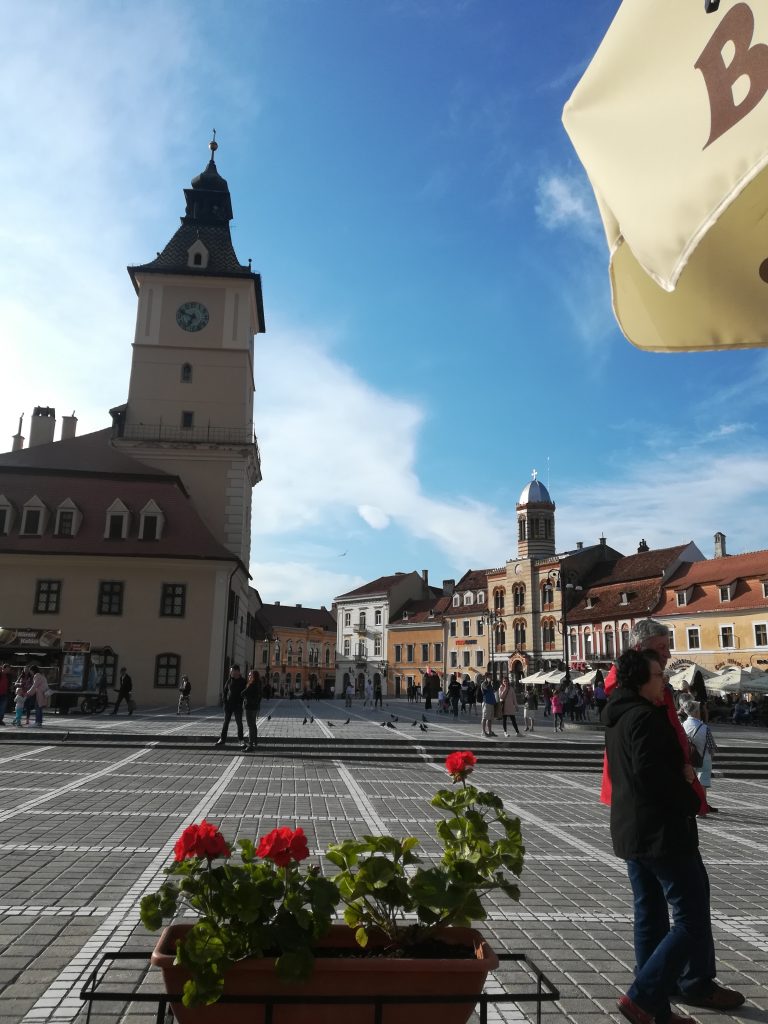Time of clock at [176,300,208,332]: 6:48
